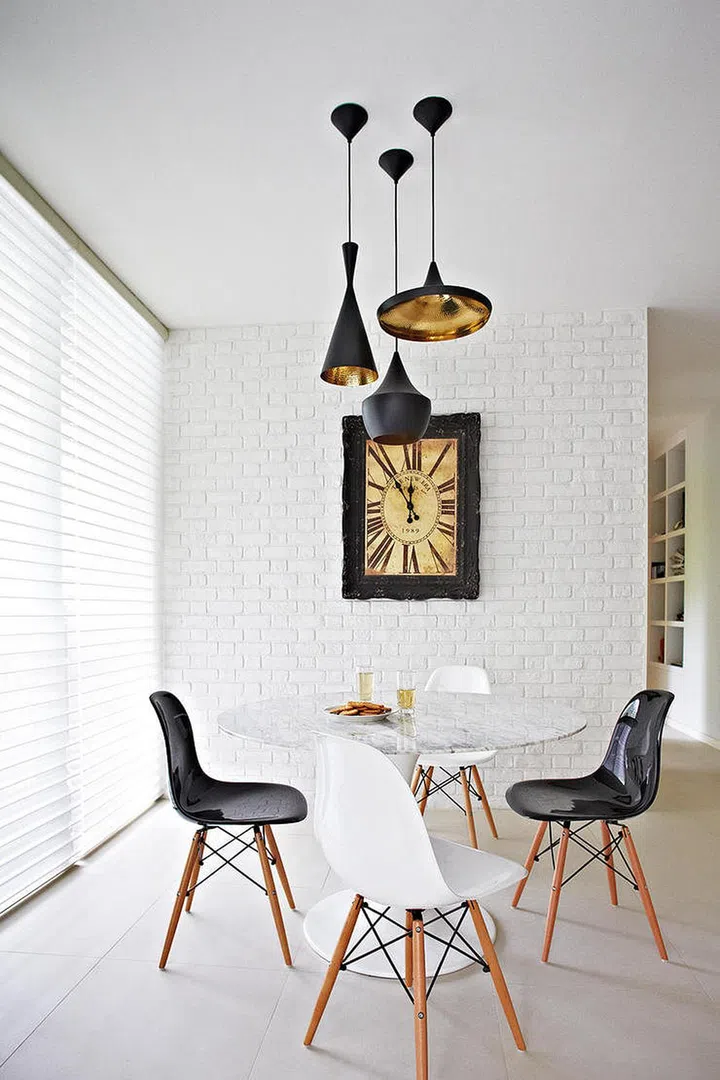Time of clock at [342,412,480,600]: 11:52
